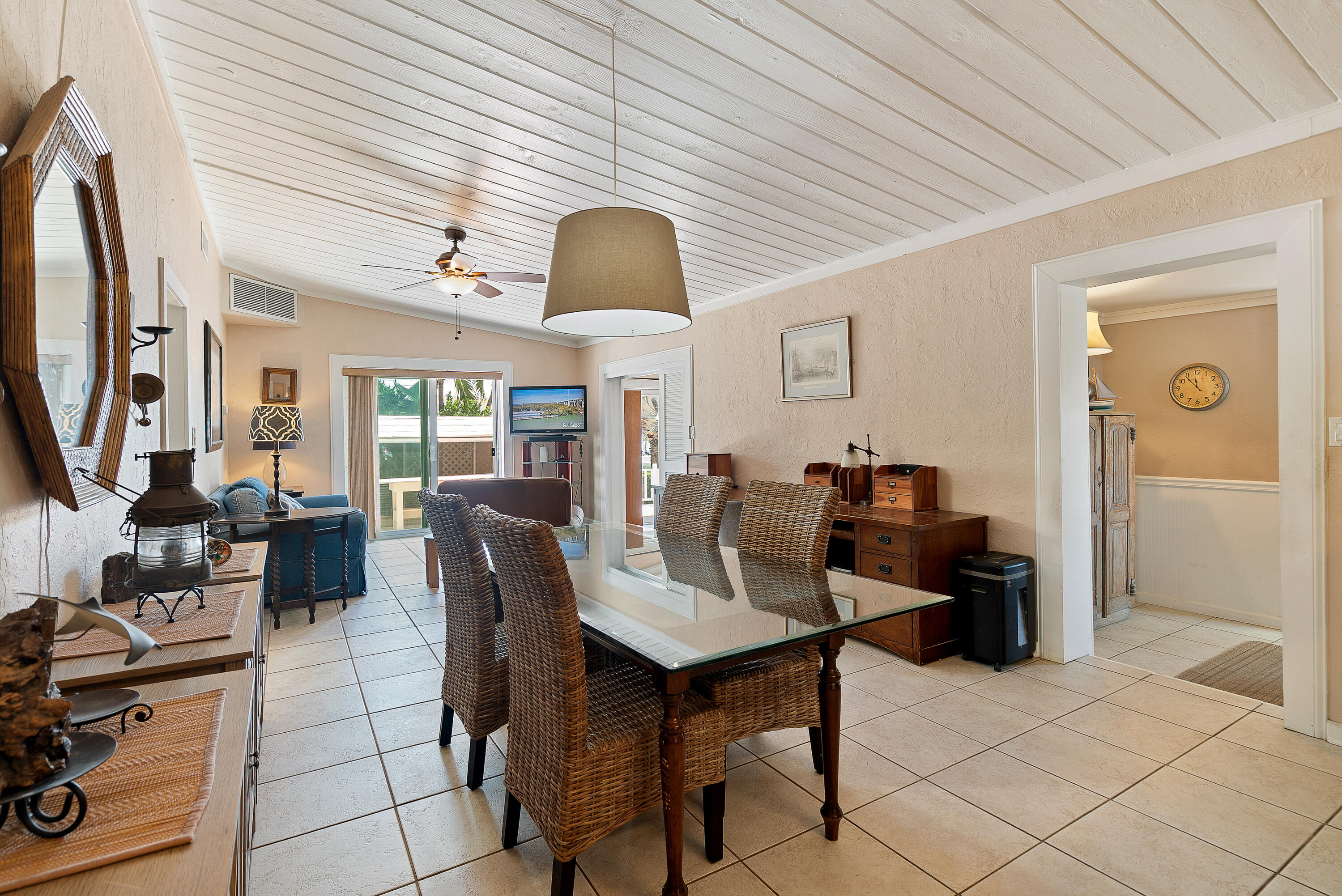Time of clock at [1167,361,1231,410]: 11:53
